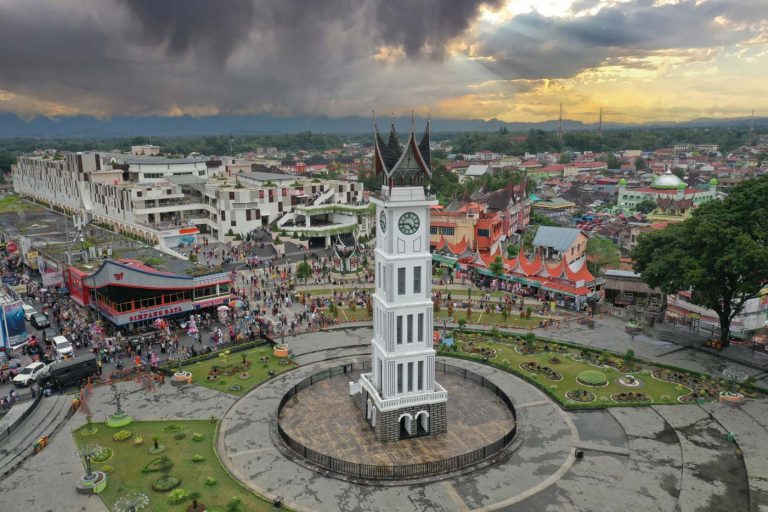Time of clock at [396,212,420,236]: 4:44
